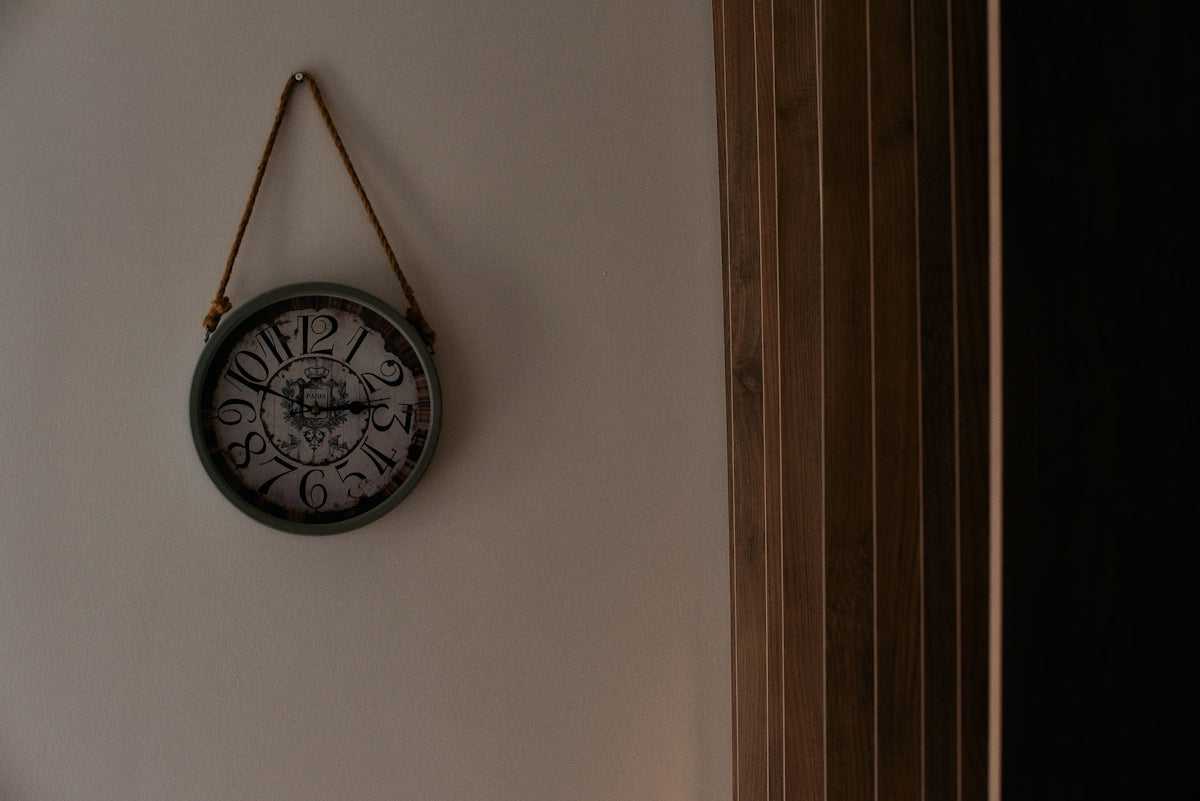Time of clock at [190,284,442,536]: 2:48
